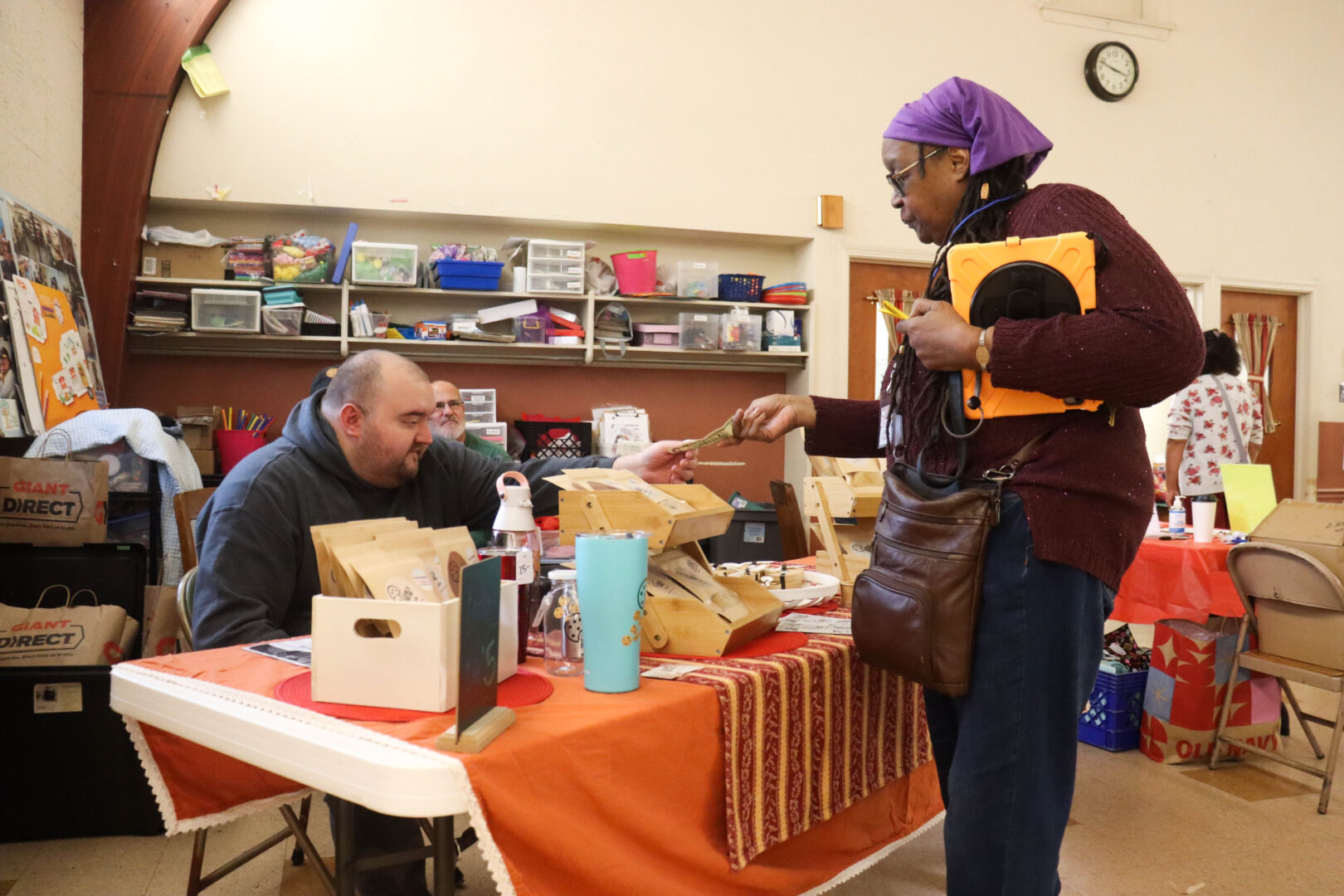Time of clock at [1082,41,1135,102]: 3:48
